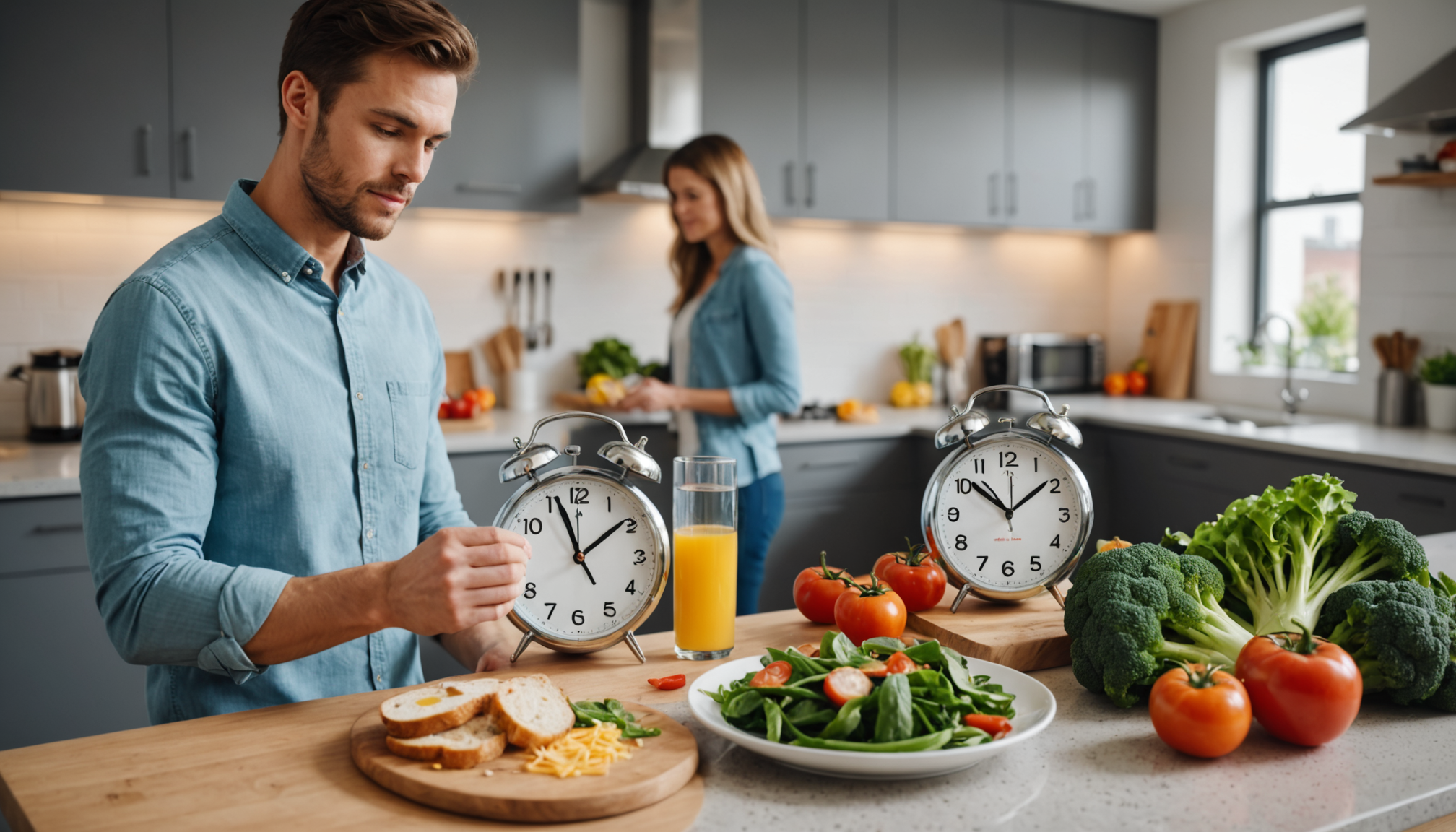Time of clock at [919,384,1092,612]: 10:08
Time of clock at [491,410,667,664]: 11:08
